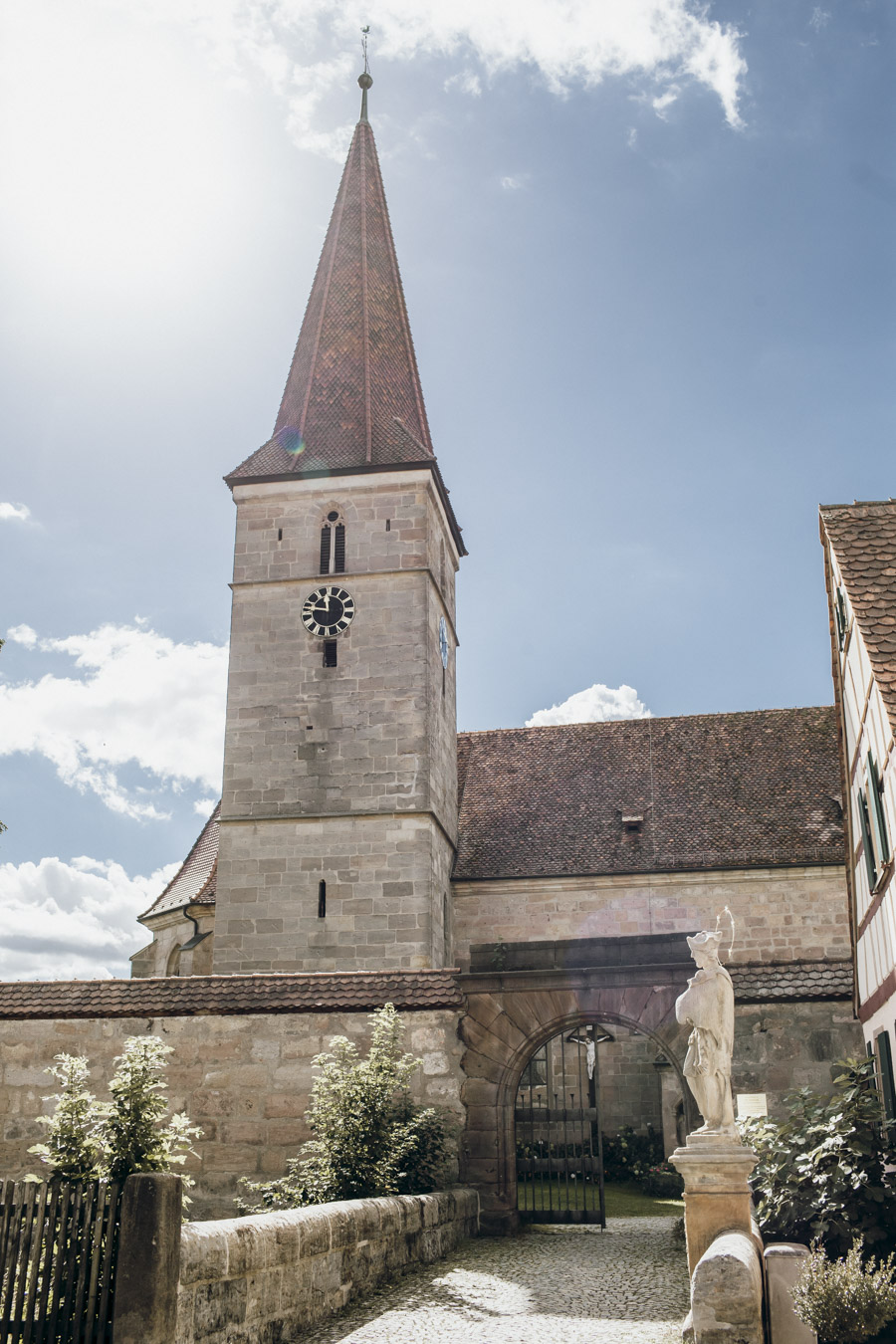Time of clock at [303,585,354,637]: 11:46
